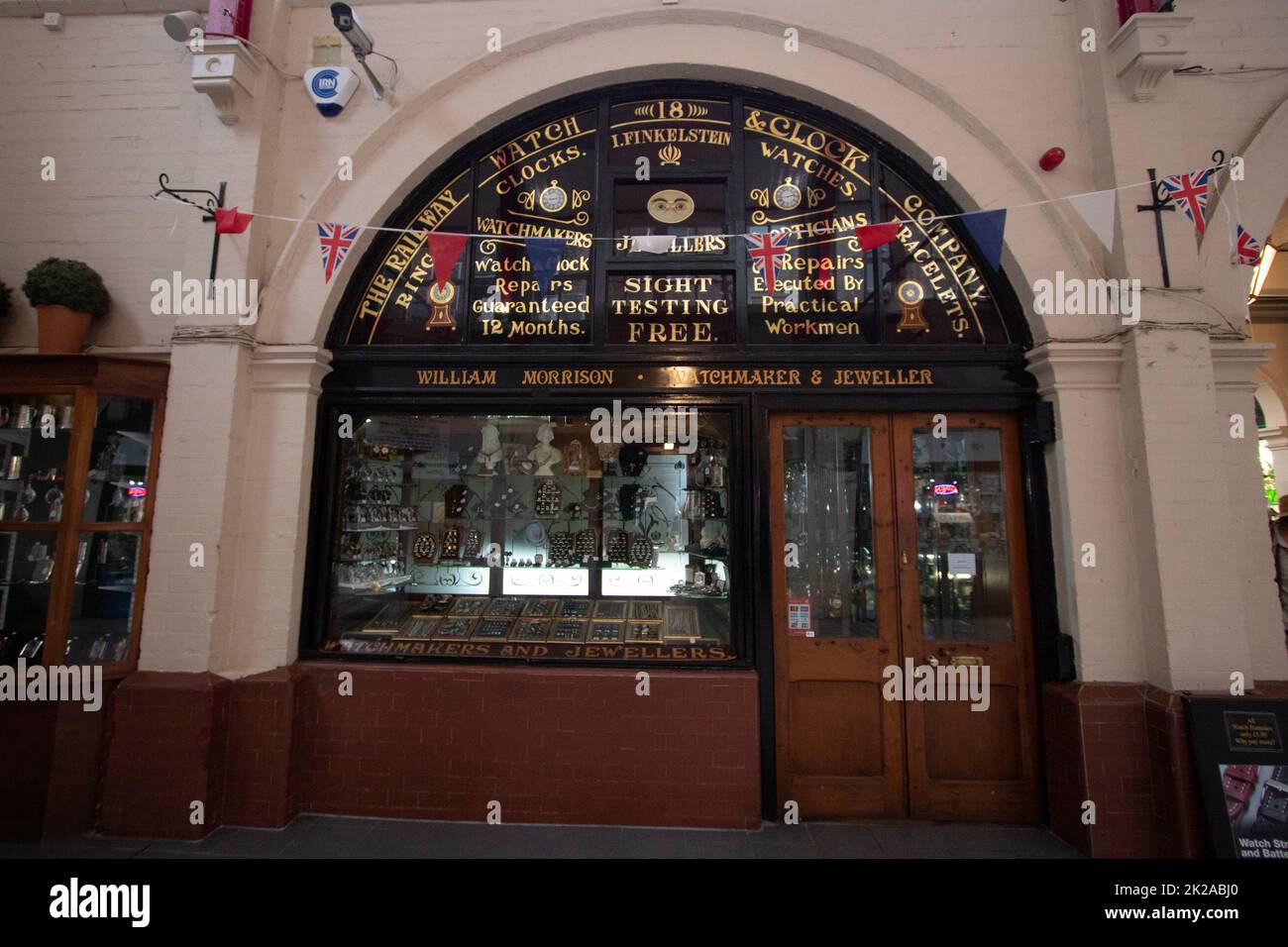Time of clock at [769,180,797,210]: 2:42
